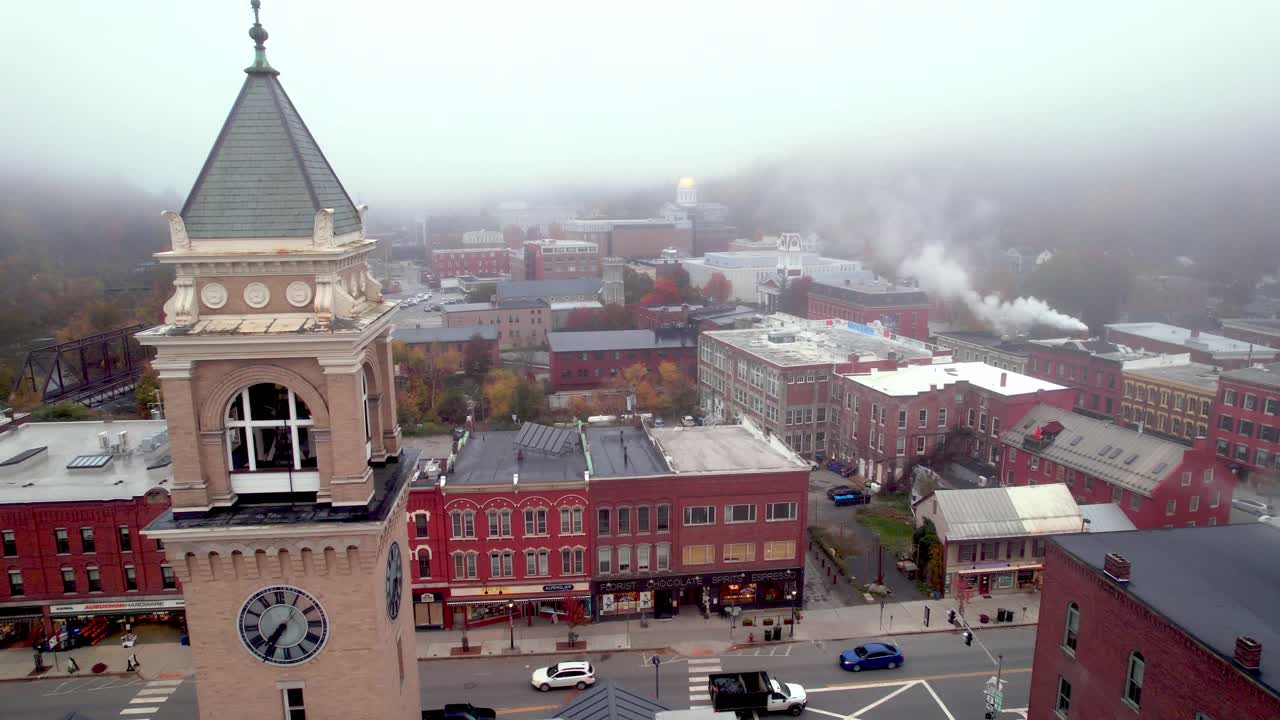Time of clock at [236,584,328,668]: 7:35
